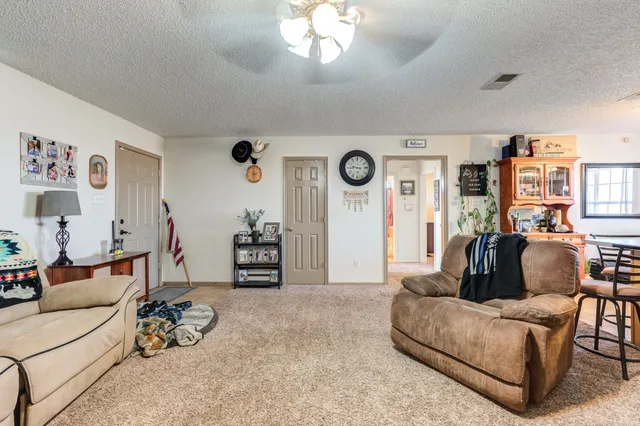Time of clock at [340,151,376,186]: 9:45
